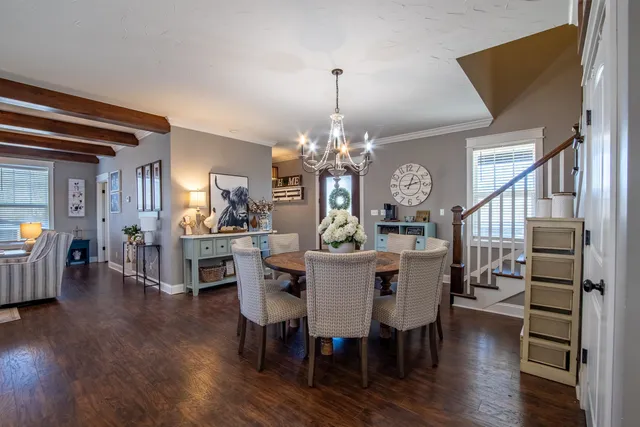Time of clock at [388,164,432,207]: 1:12
